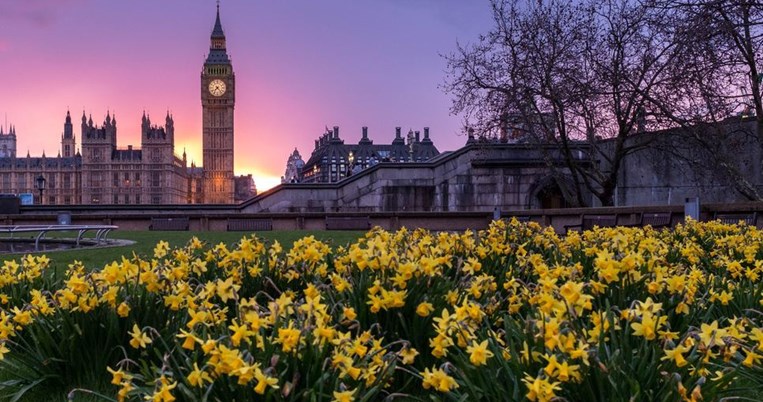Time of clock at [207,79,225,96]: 7:23
